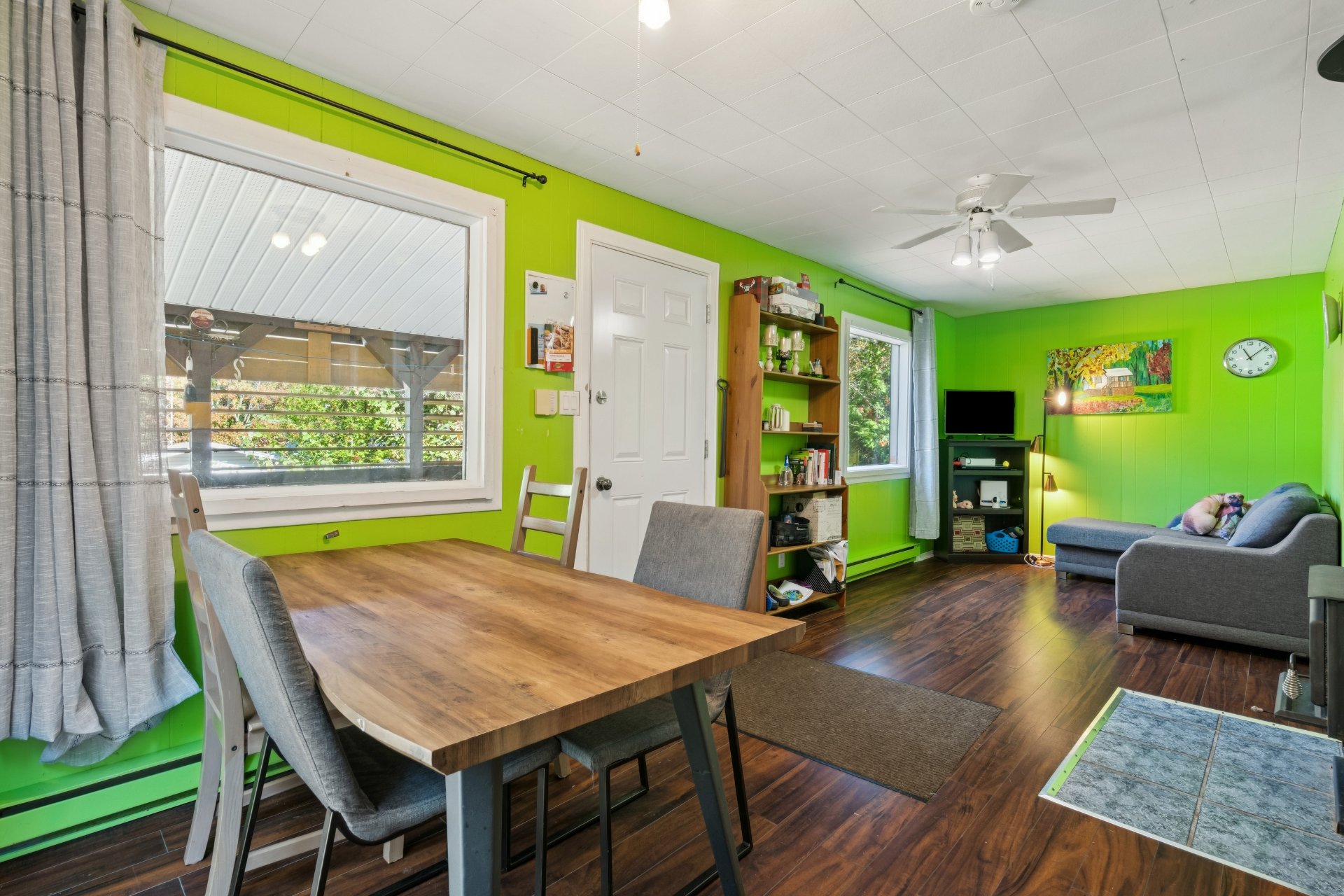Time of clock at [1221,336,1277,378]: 11:08
